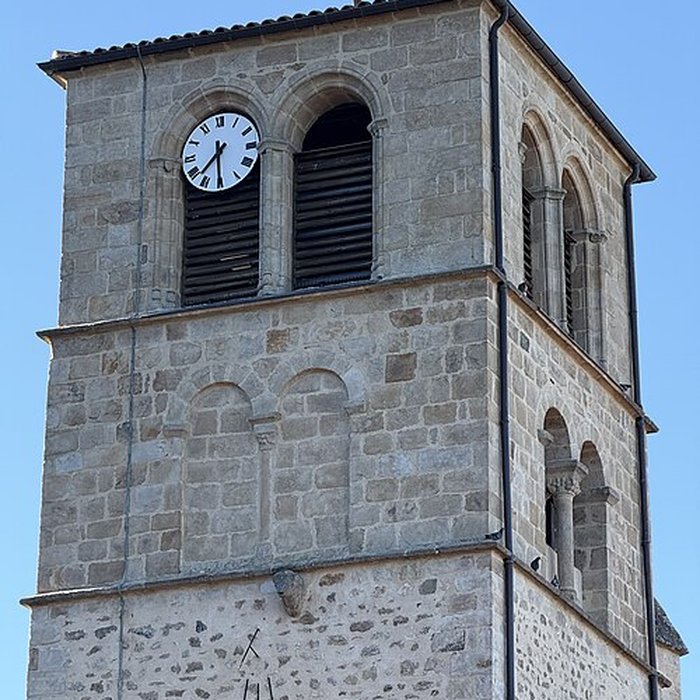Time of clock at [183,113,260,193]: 7:30
